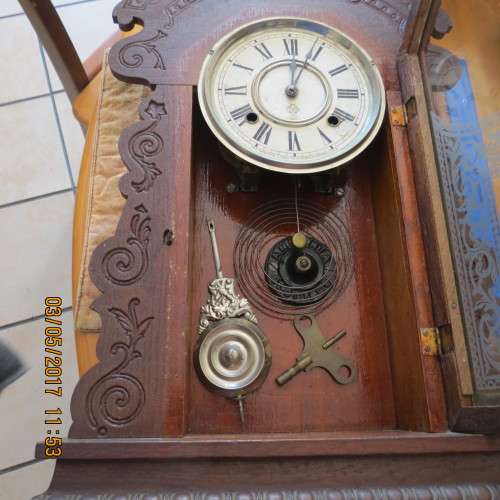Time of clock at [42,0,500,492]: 12:03
